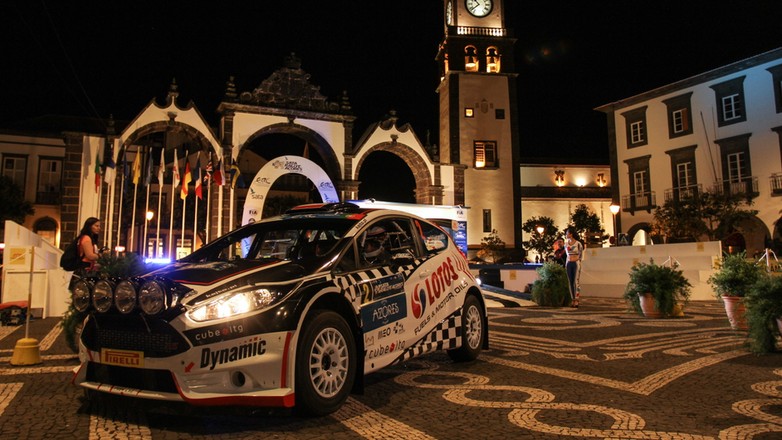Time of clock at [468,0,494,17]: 10:38
